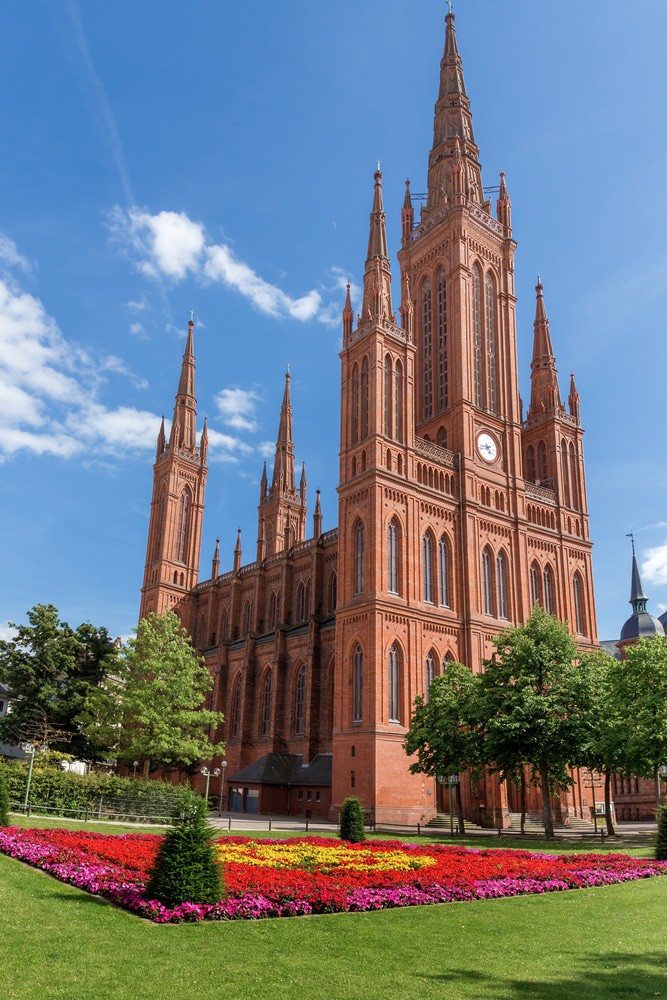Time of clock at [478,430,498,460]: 4:42
